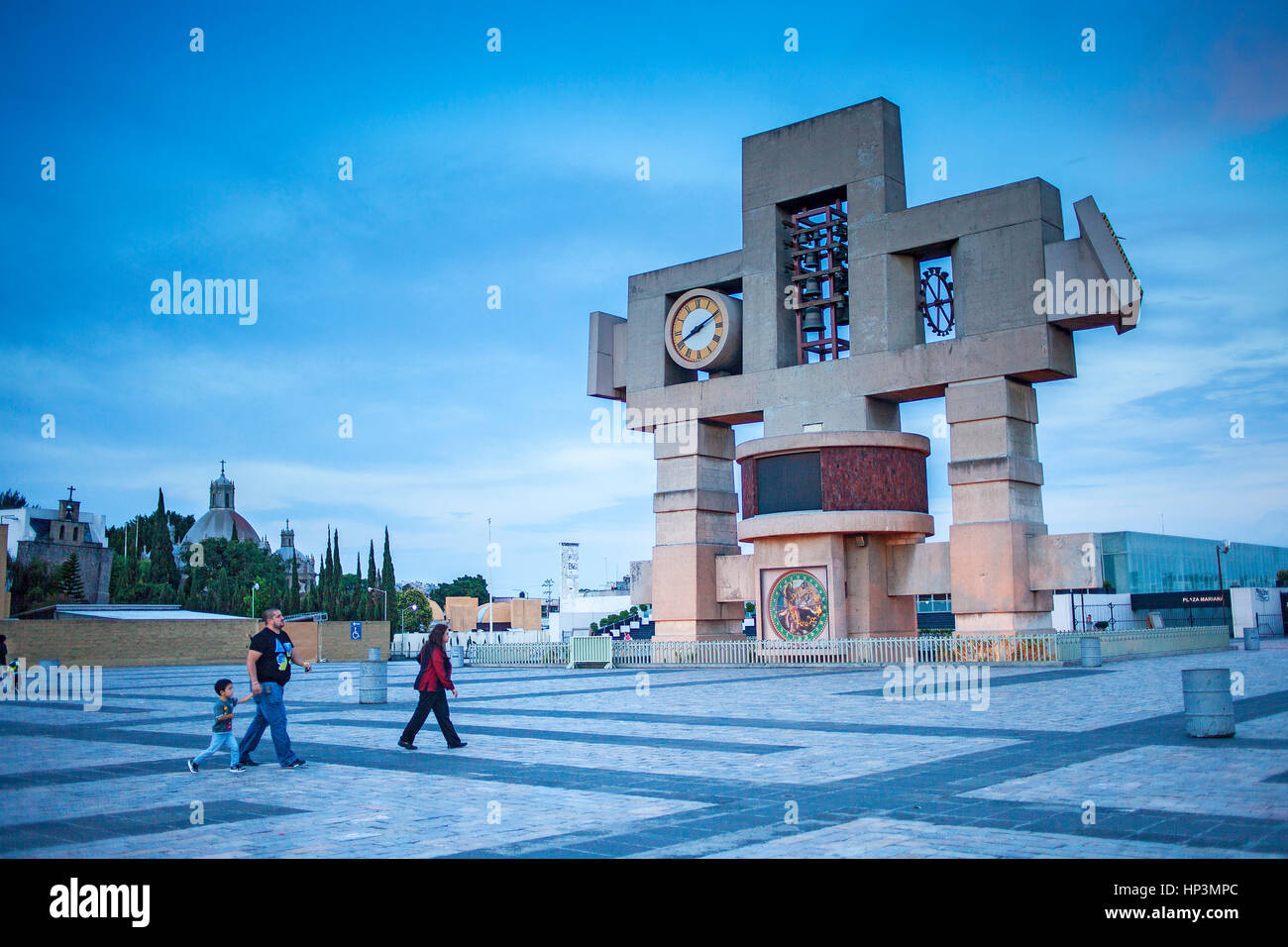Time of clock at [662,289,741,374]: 8:10
